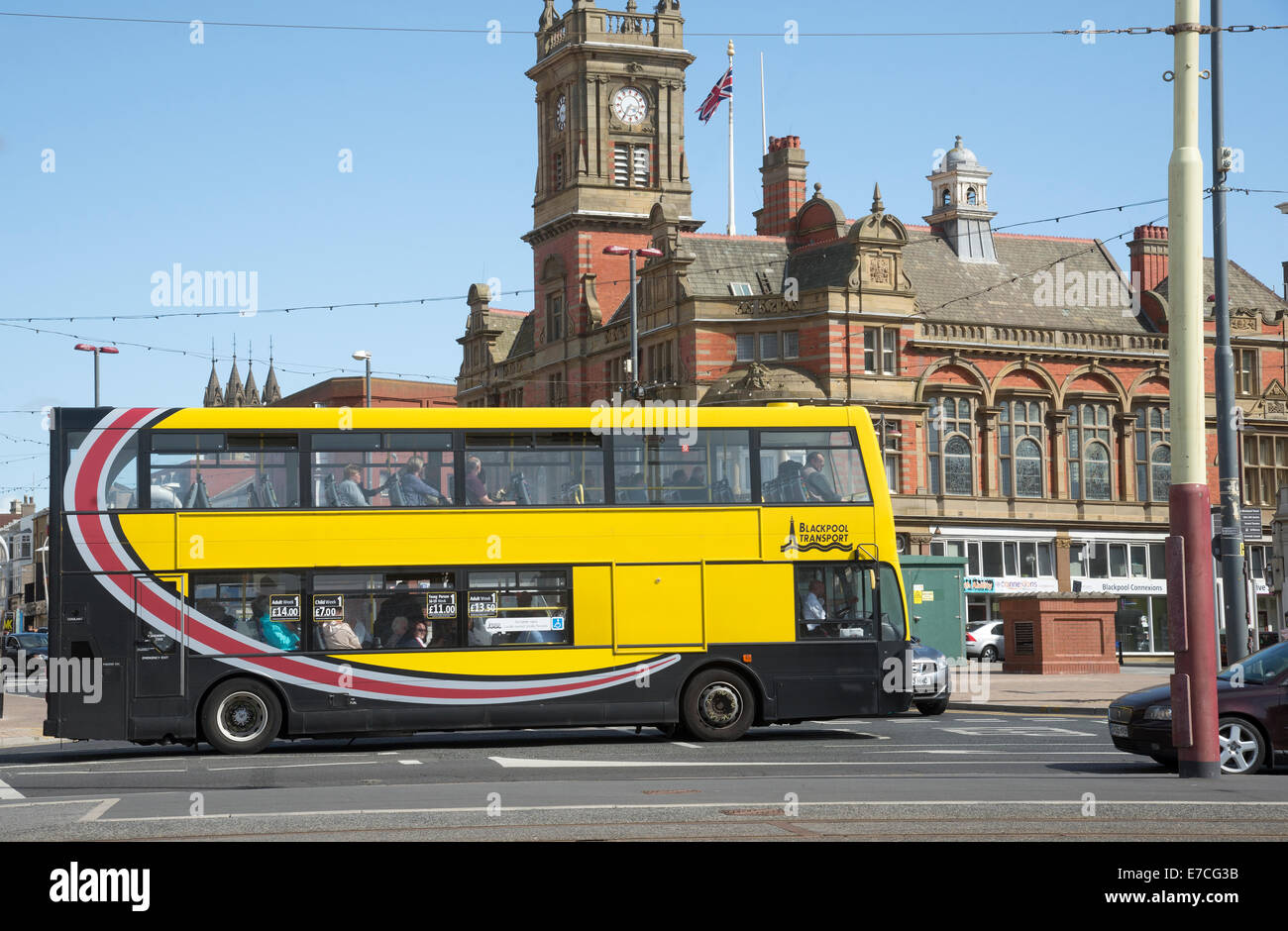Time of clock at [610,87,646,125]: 3:35
